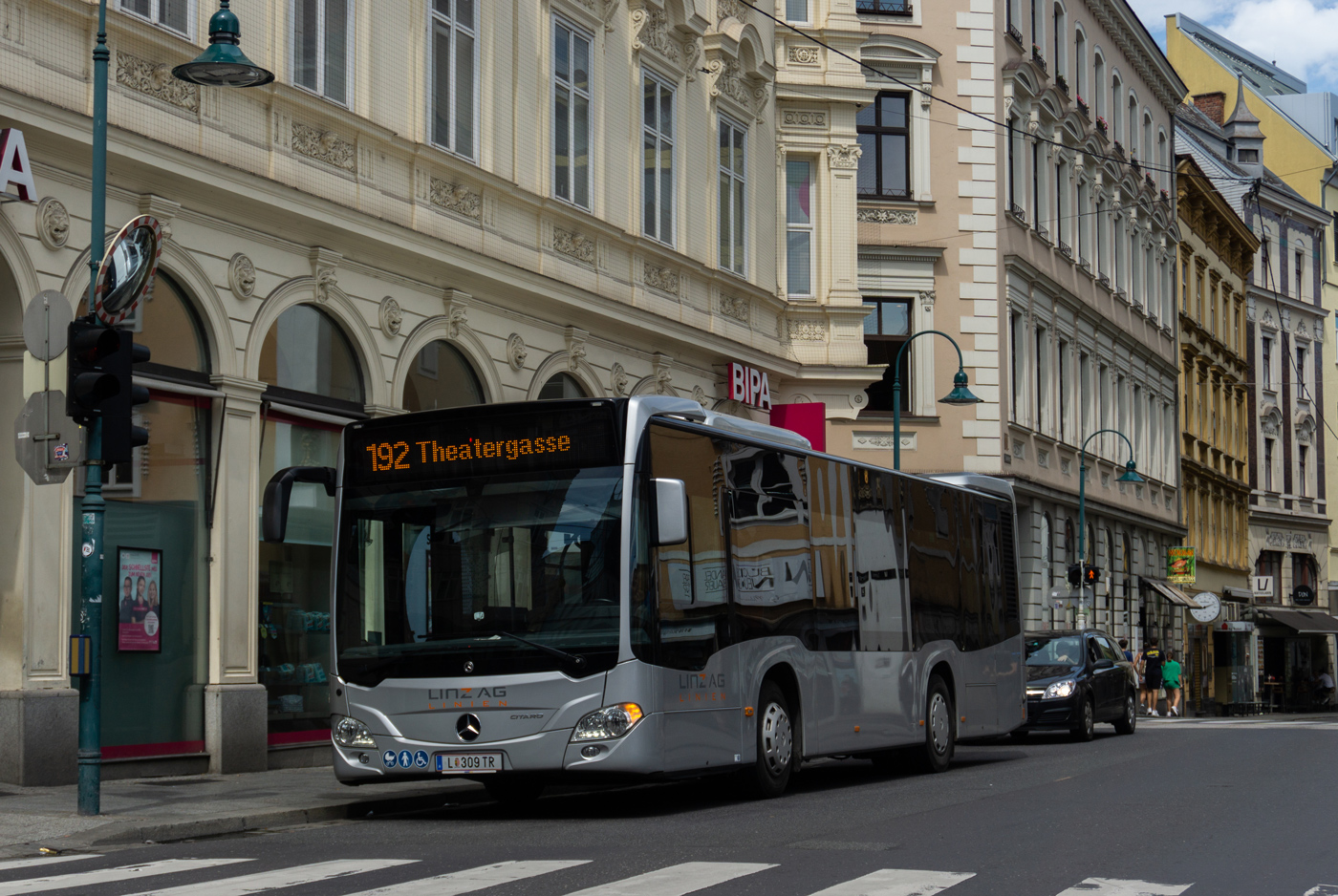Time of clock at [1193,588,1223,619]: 9:11
